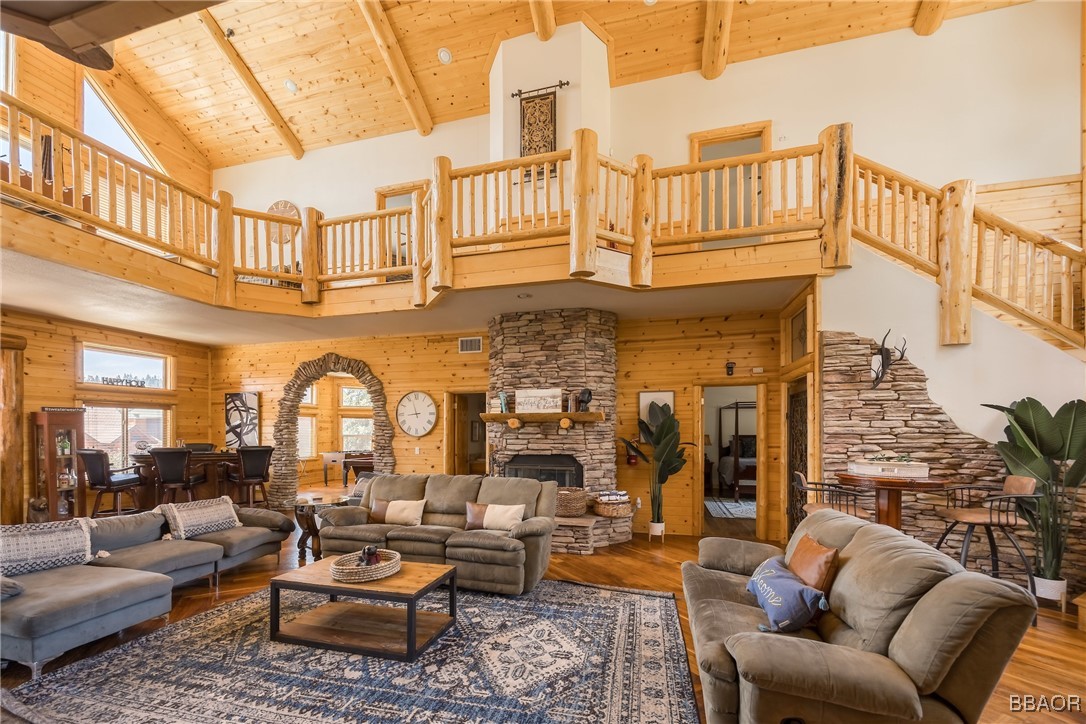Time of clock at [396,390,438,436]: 8:57
